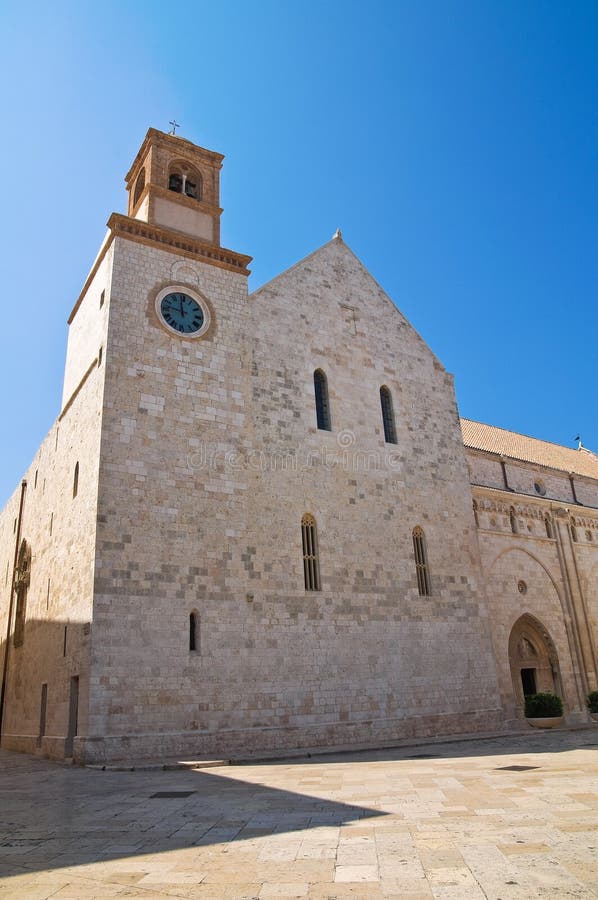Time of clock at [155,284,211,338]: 11:46
